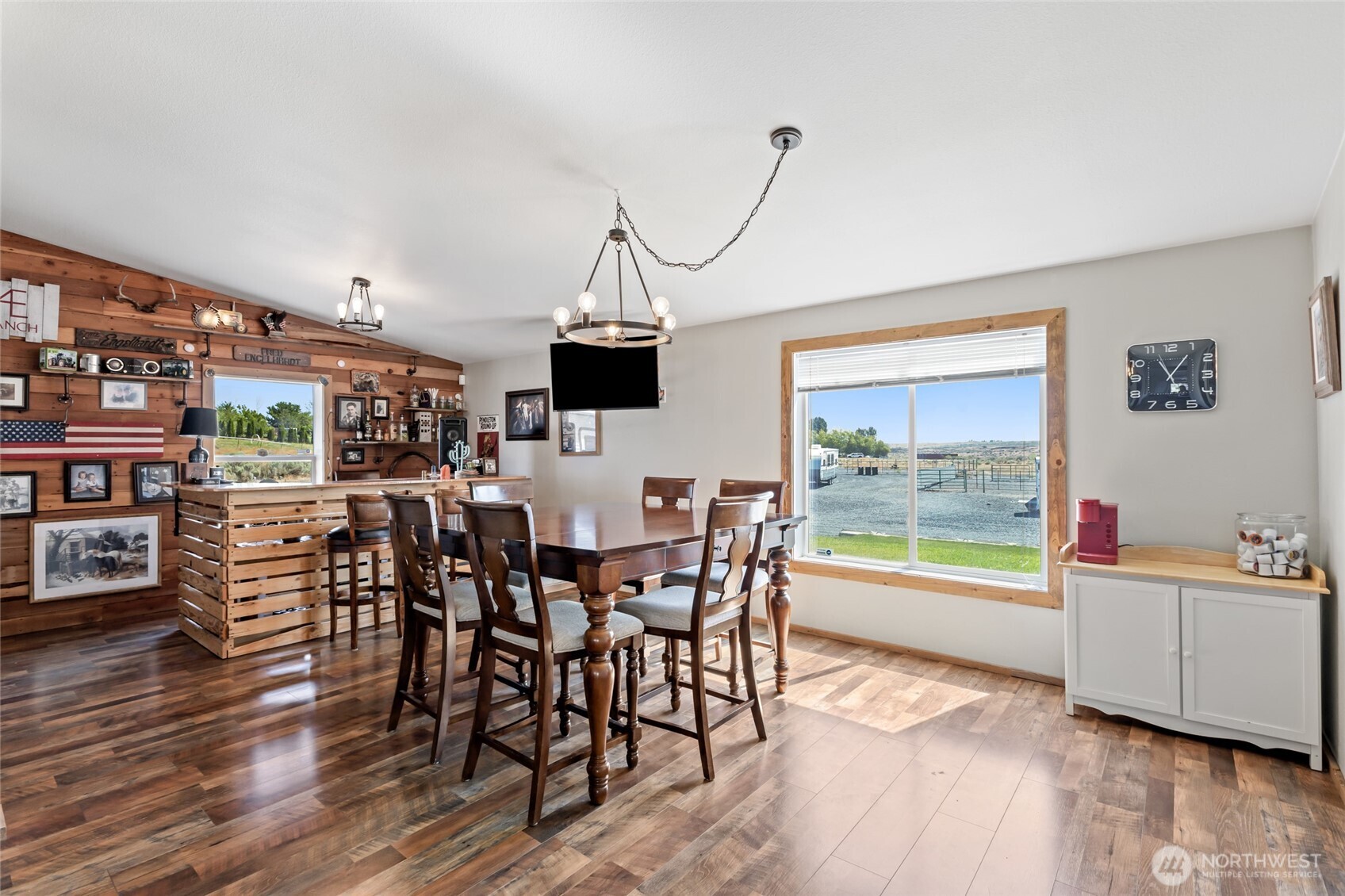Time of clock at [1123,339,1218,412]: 11:06
